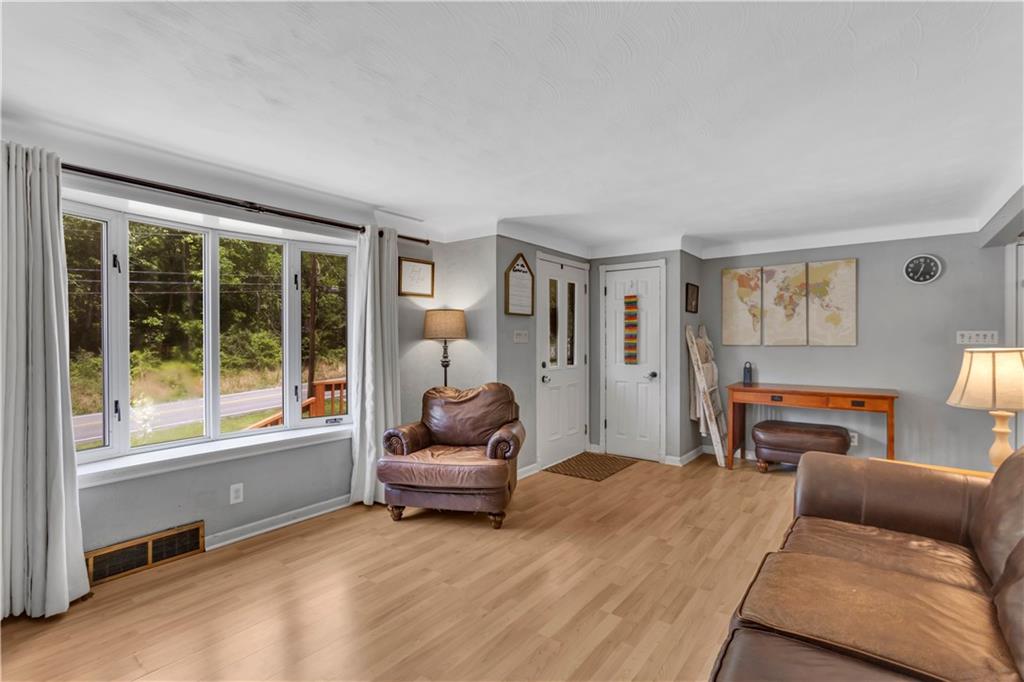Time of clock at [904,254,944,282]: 12:33
